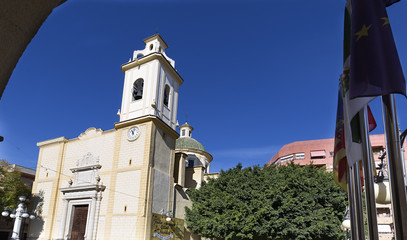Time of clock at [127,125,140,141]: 11:02
